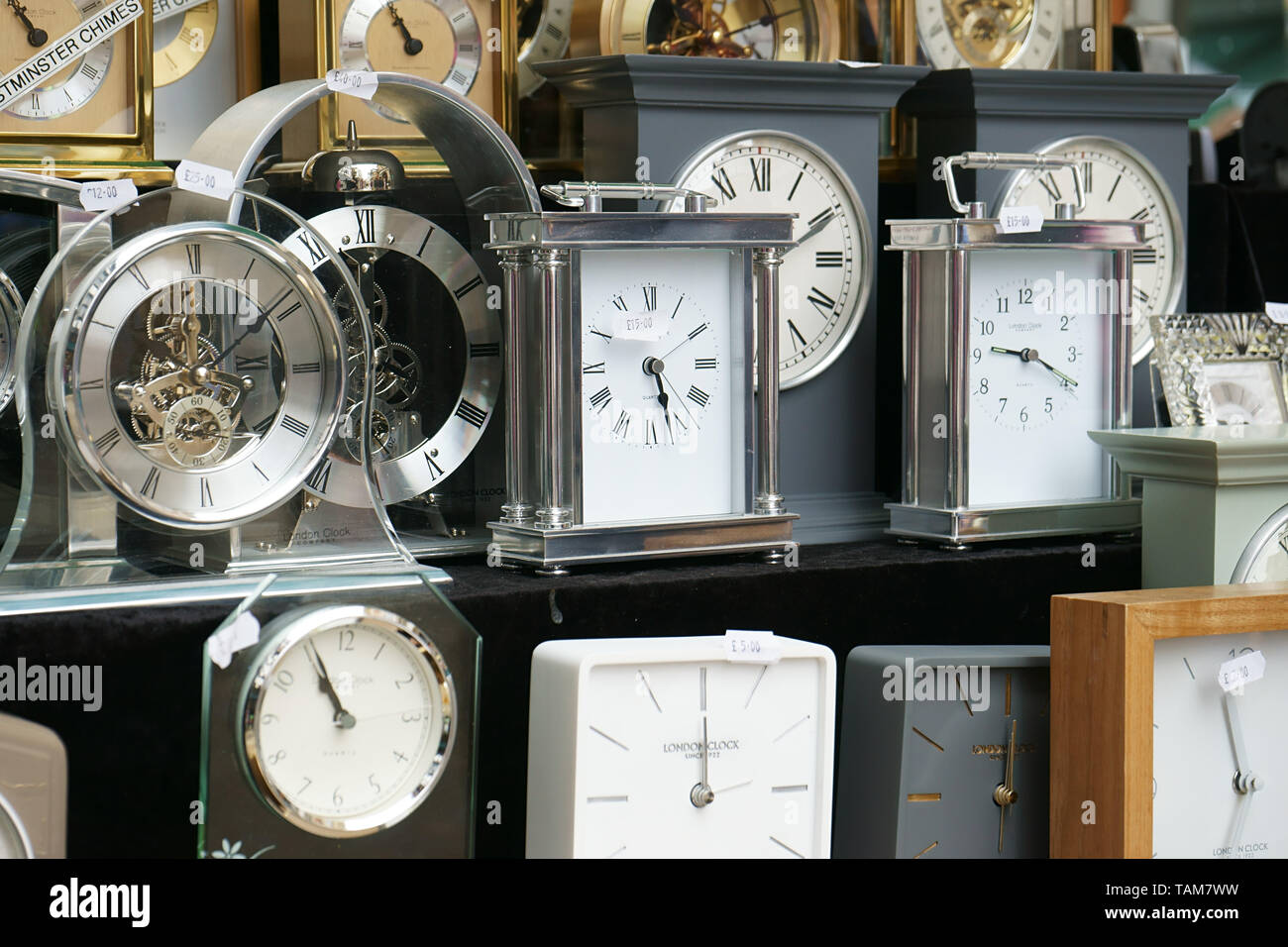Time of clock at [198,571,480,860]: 10:55
